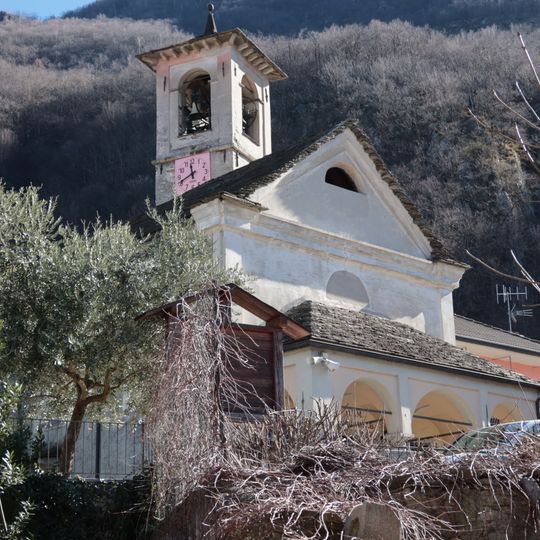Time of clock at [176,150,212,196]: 11:41
